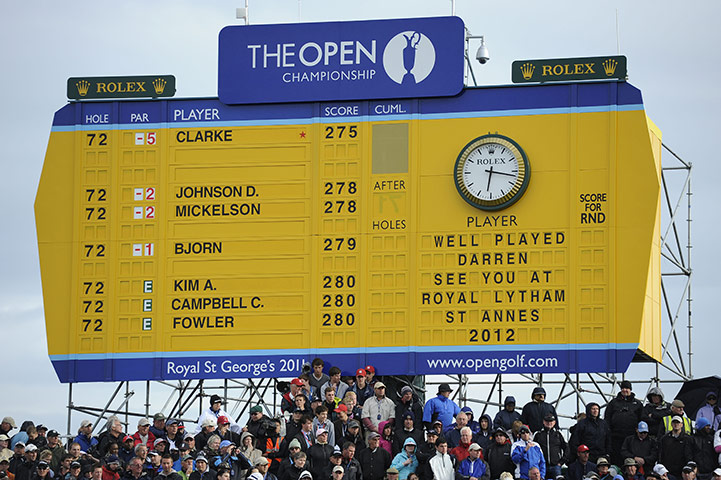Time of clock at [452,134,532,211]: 6:16
